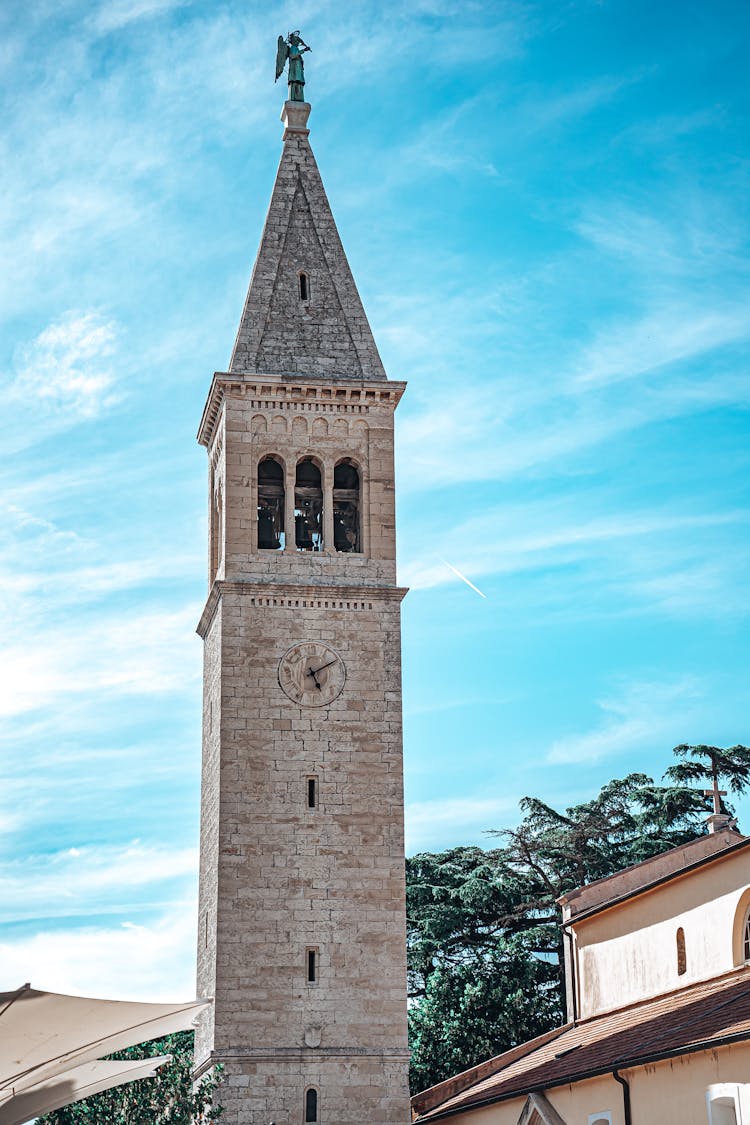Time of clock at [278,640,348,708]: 5:10
